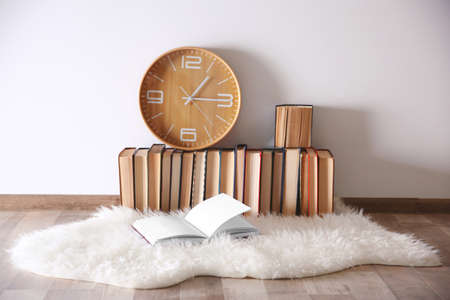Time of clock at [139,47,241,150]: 1:14
